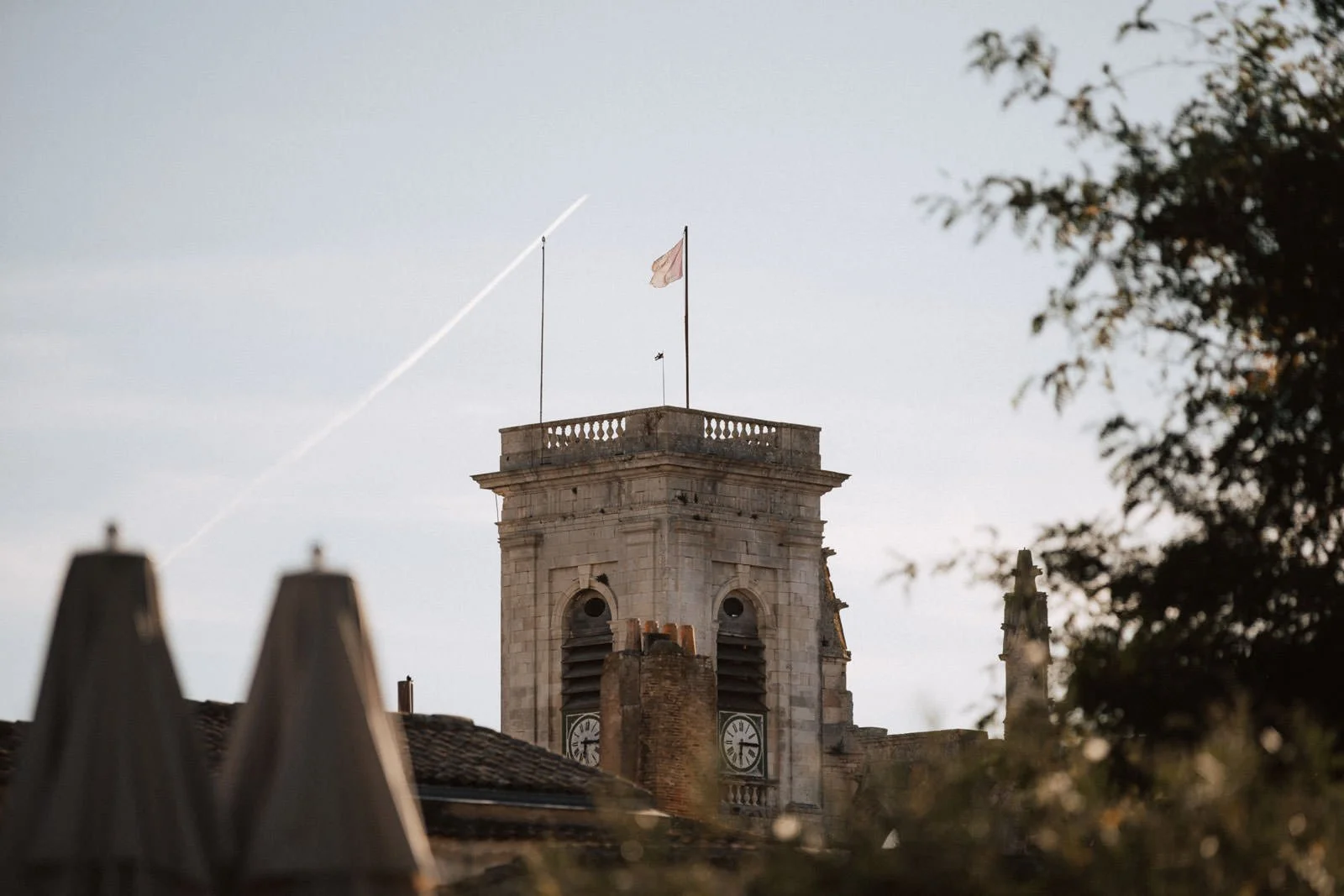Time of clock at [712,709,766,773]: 6:15
